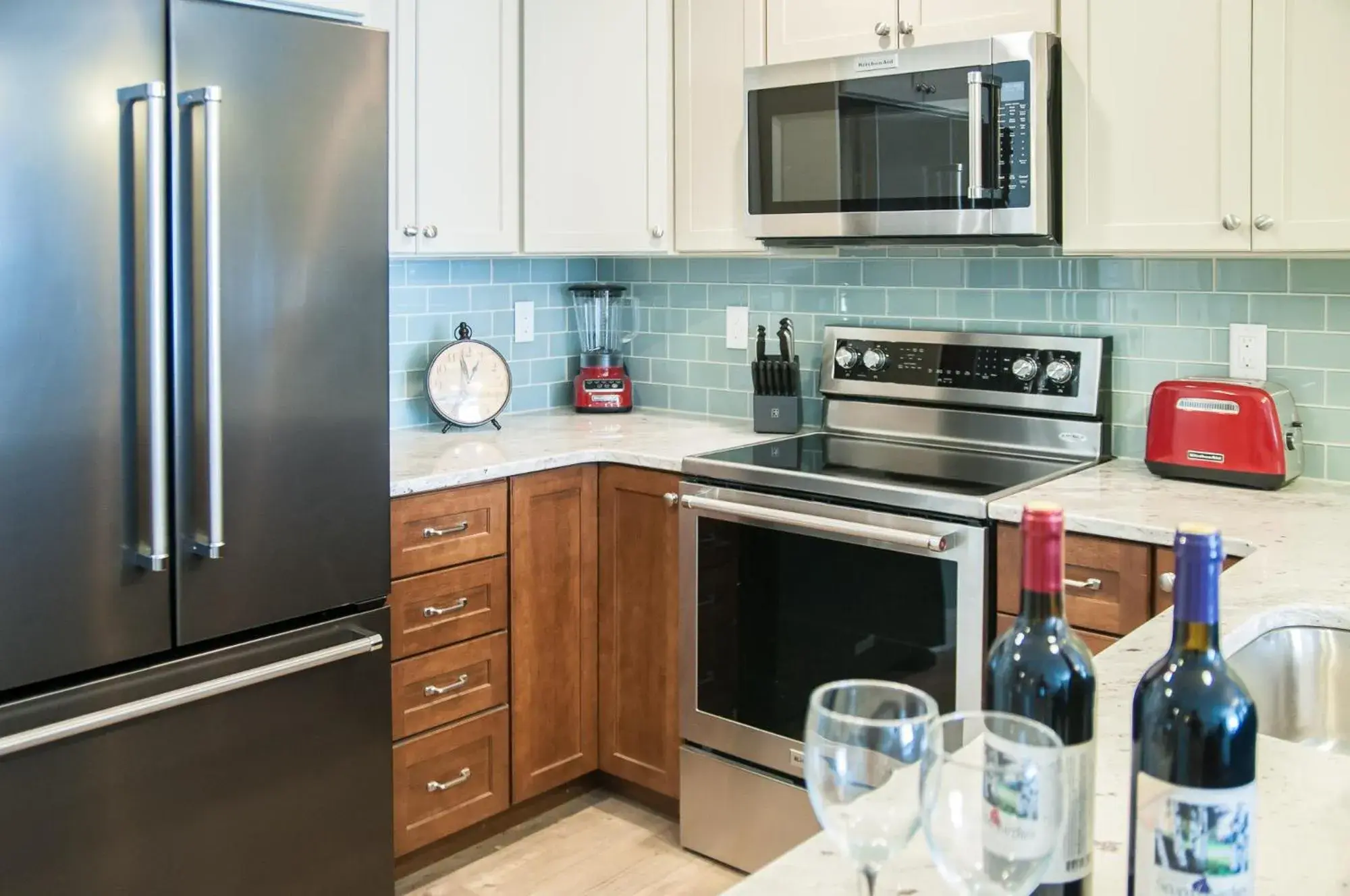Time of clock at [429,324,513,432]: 12:58
